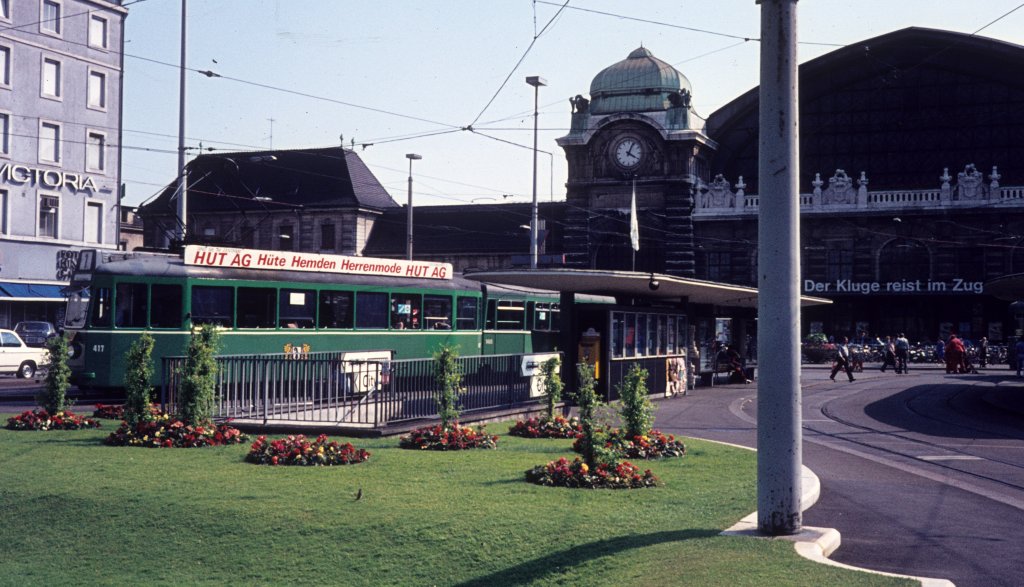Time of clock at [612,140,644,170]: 4:04
